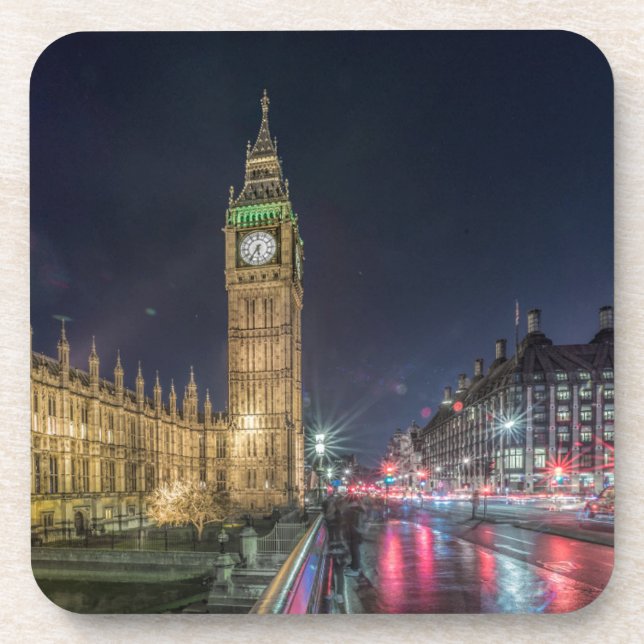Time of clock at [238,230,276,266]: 5:35
